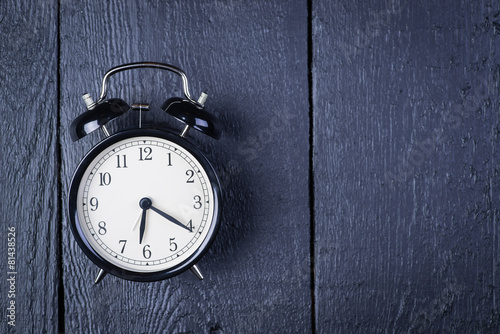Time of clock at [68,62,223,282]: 6:20
